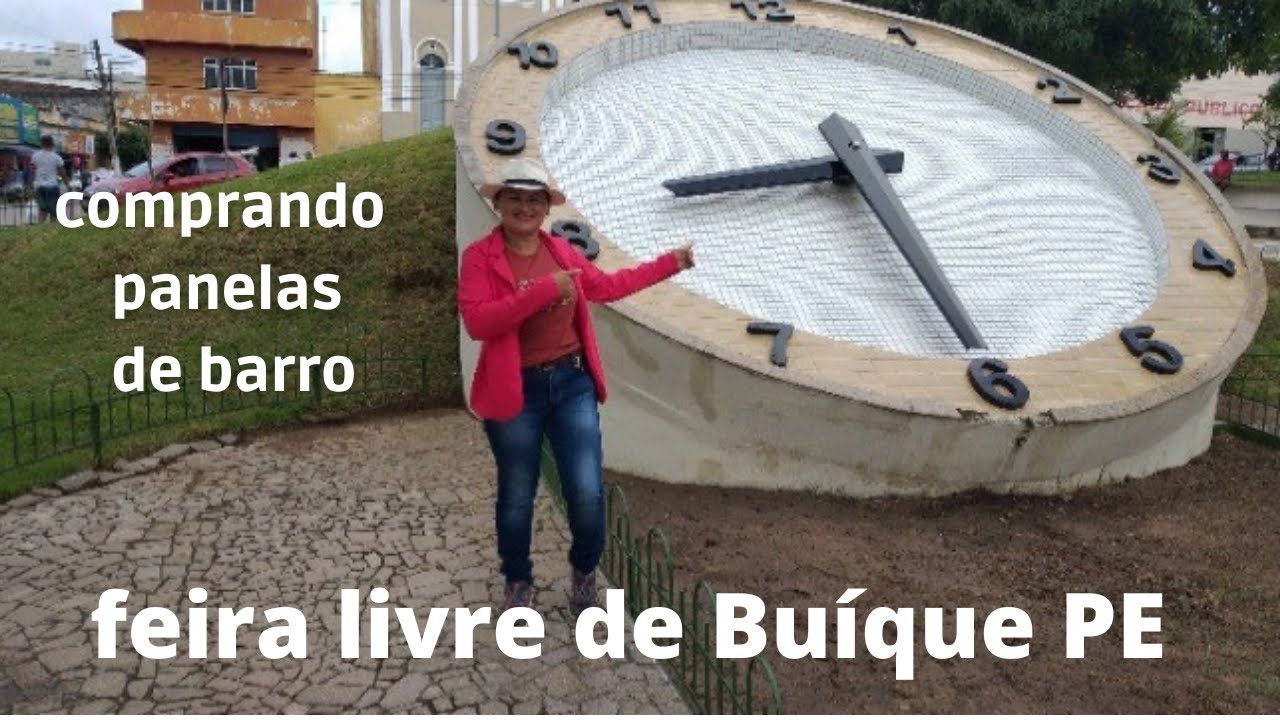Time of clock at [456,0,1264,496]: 8:29
